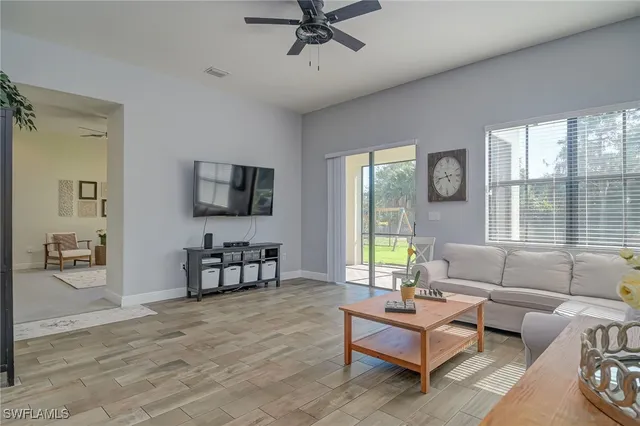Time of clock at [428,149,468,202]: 4:42
